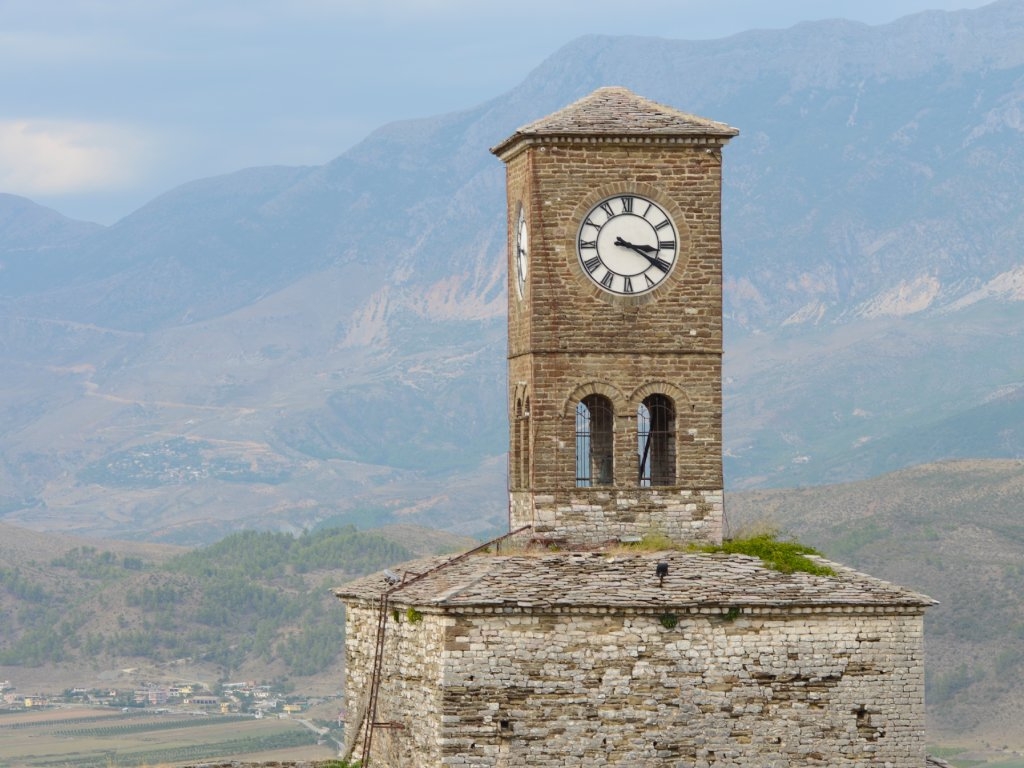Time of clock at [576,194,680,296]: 3:20
